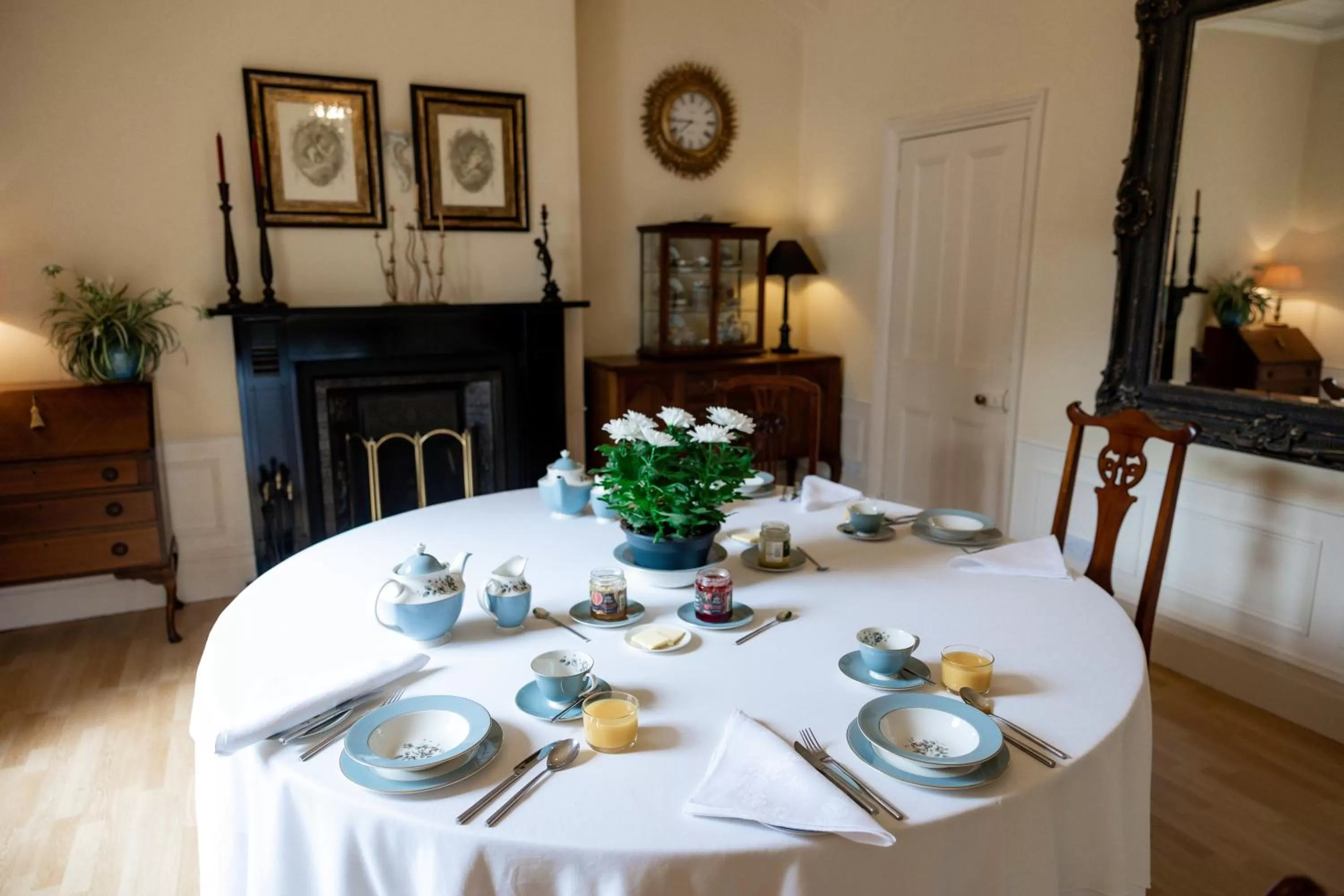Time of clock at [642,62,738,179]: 7:44
